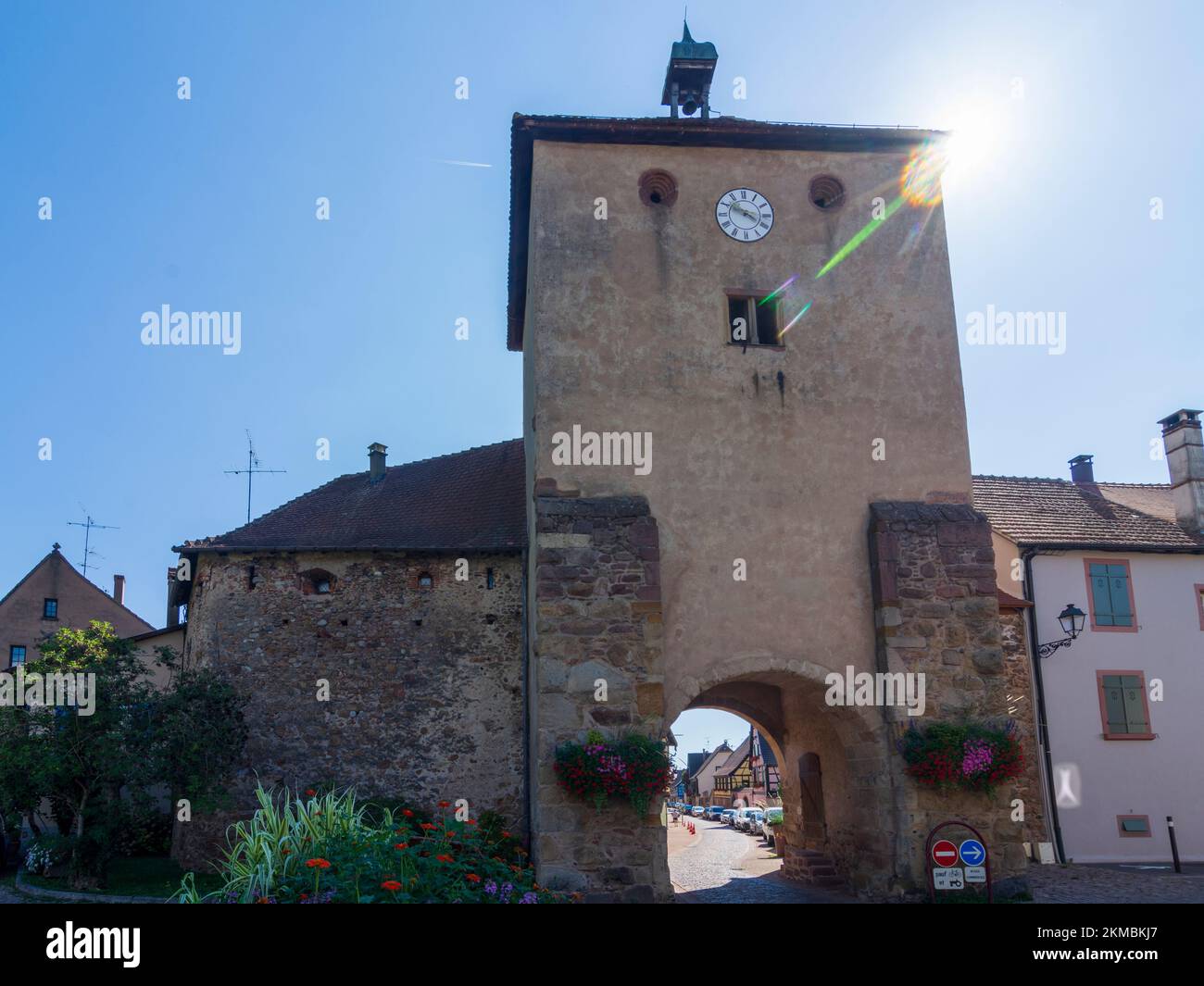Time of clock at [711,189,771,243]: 3:49
